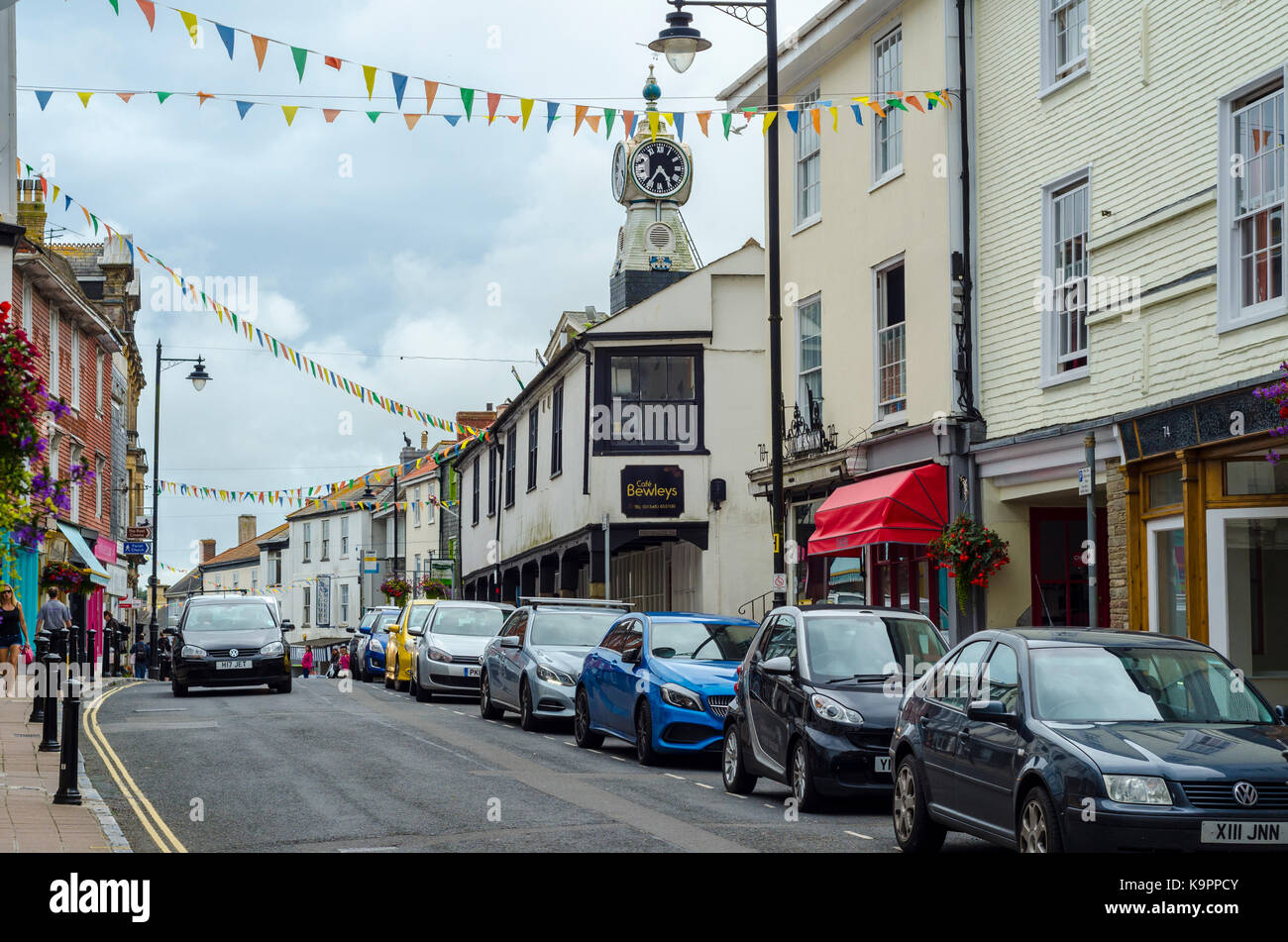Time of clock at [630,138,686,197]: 4:36
